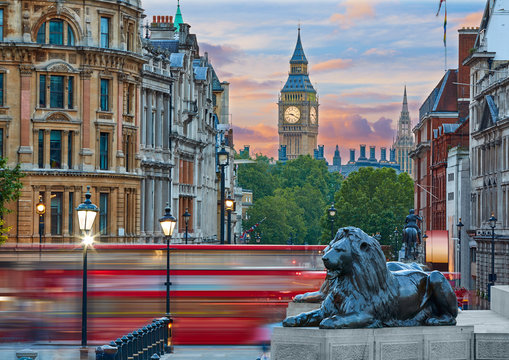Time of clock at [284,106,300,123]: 9:20
